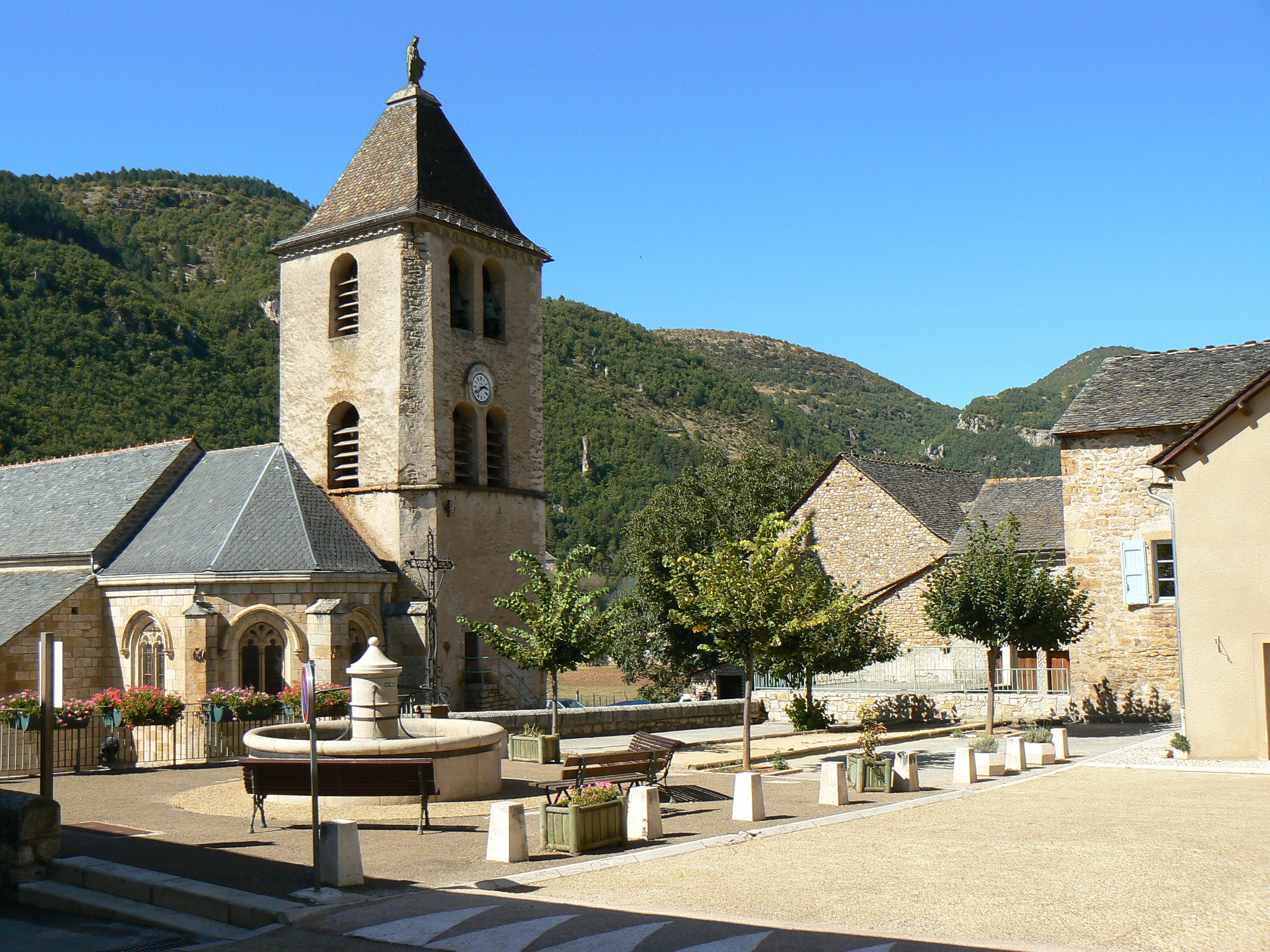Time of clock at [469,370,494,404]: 2:38
